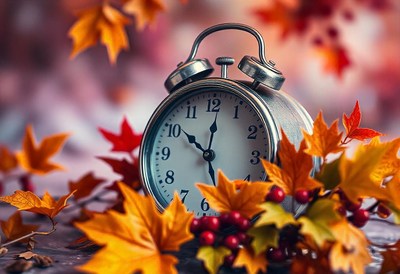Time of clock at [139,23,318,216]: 10:01
